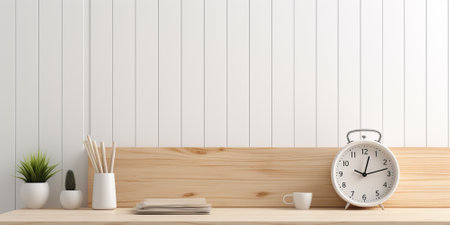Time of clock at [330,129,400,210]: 12:12
